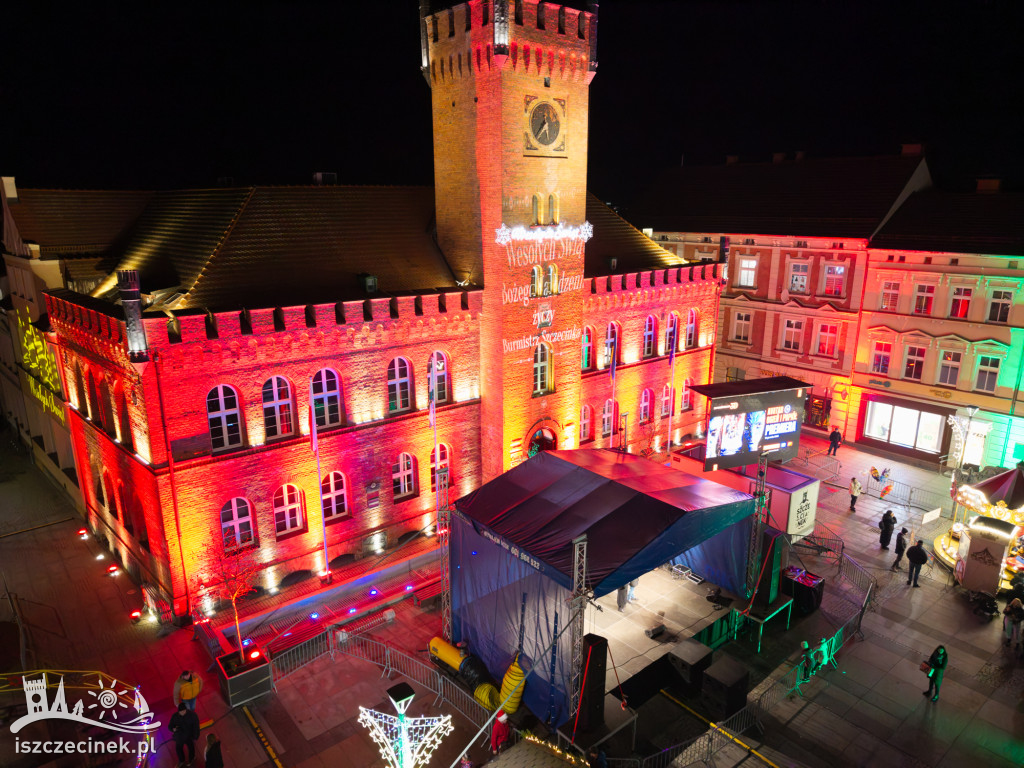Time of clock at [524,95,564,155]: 12:37
